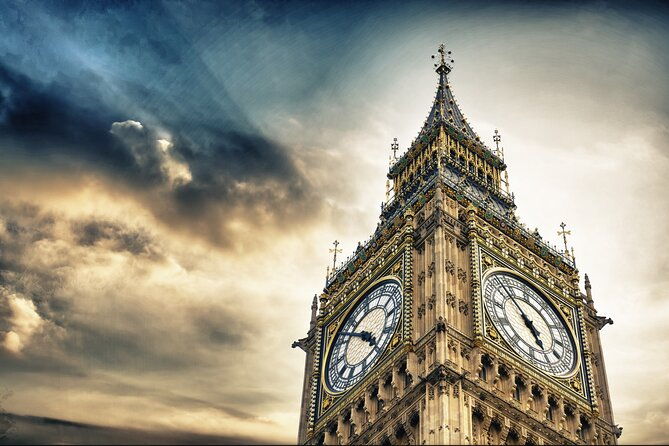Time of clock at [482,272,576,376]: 4:52
